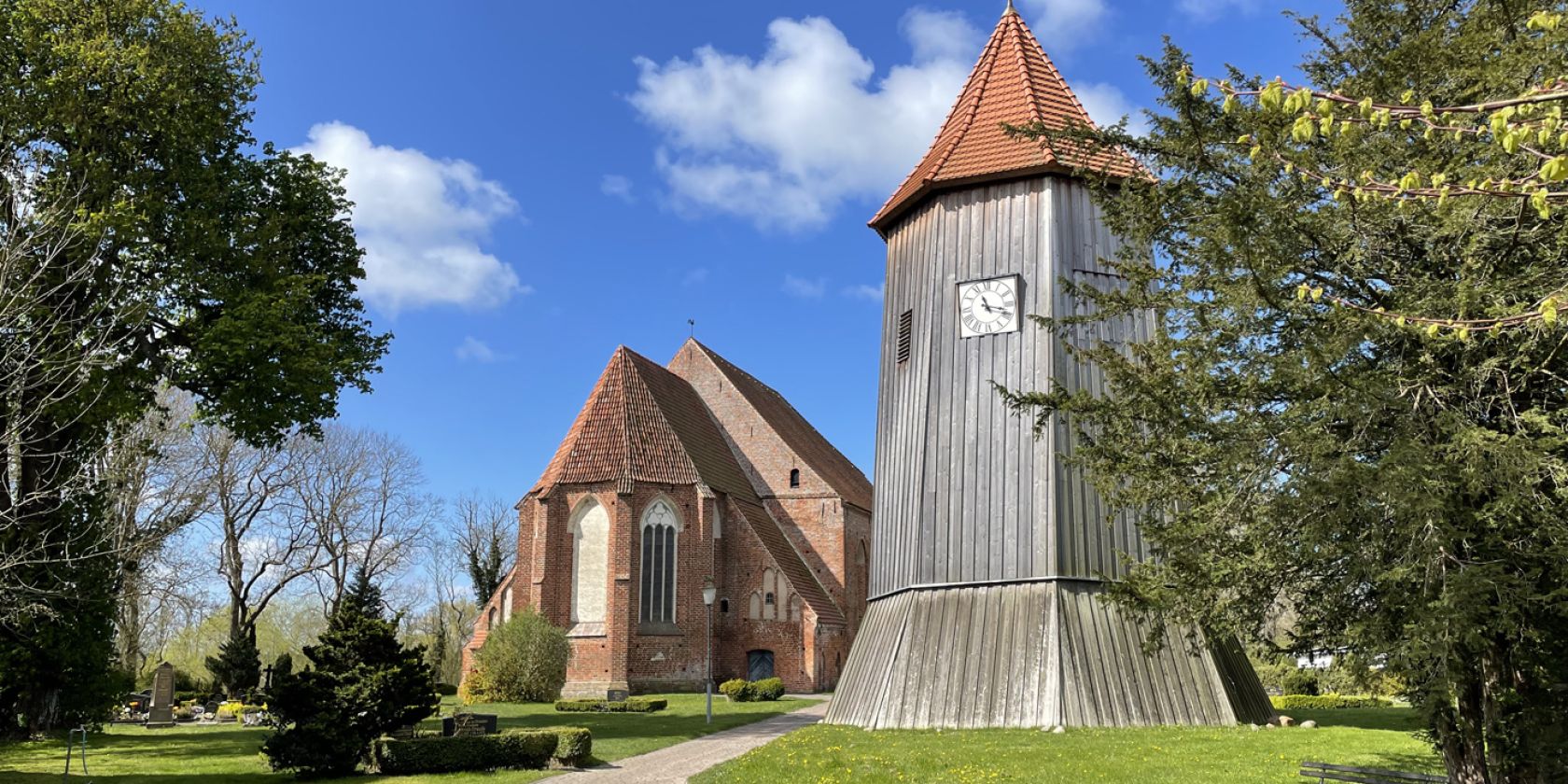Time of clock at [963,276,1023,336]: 11:17
